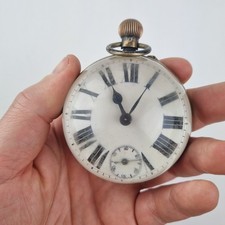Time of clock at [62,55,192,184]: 11:05
